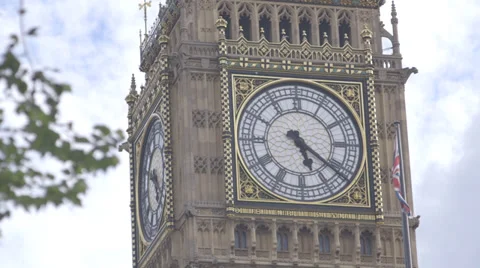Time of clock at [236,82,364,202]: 5:21
